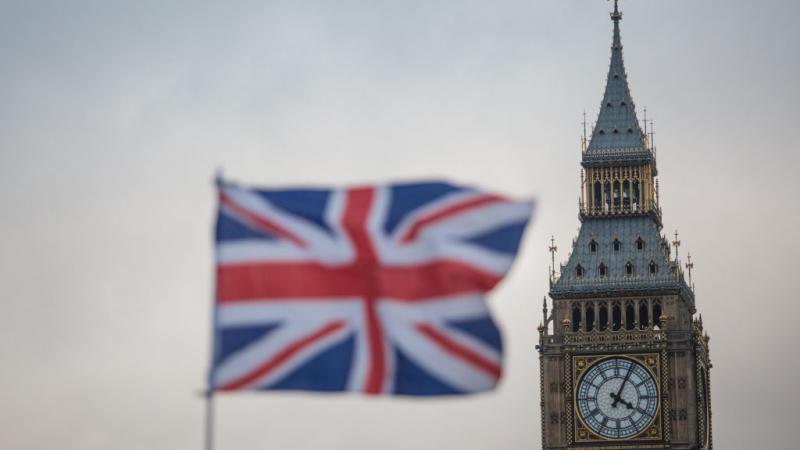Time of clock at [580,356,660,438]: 4:04
